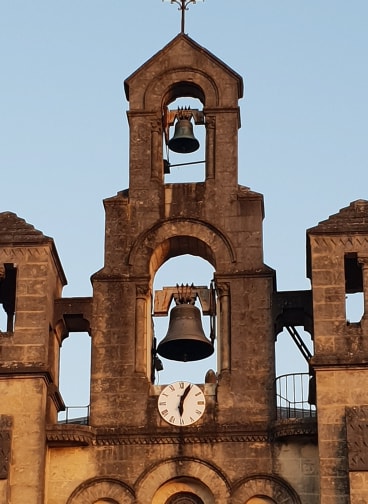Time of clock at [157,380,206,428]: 6:03
